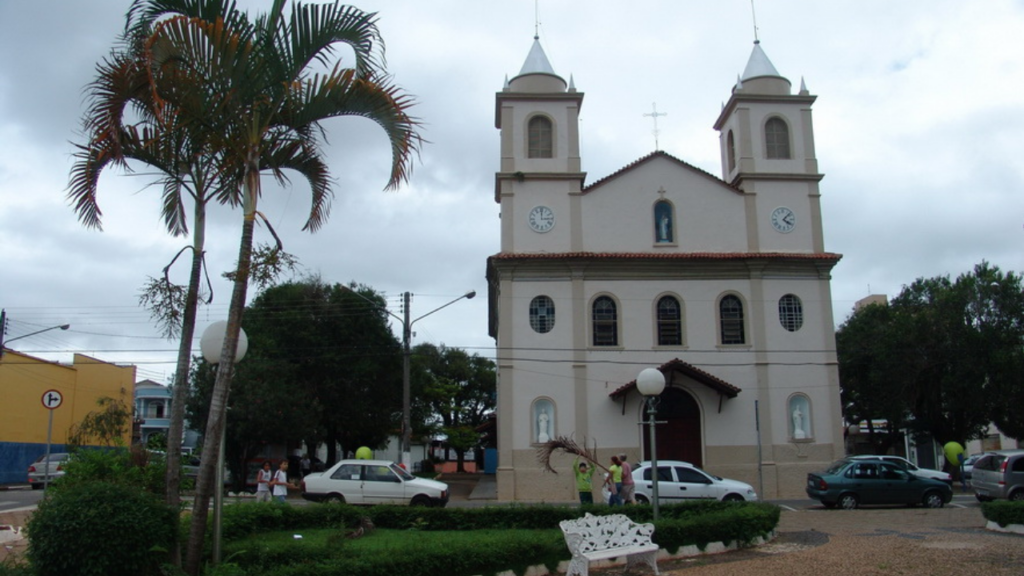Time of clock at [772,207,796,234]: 4:07
